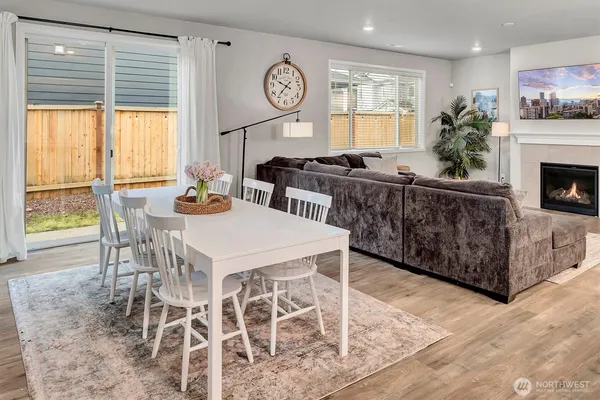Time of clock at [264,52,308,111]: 9:36
